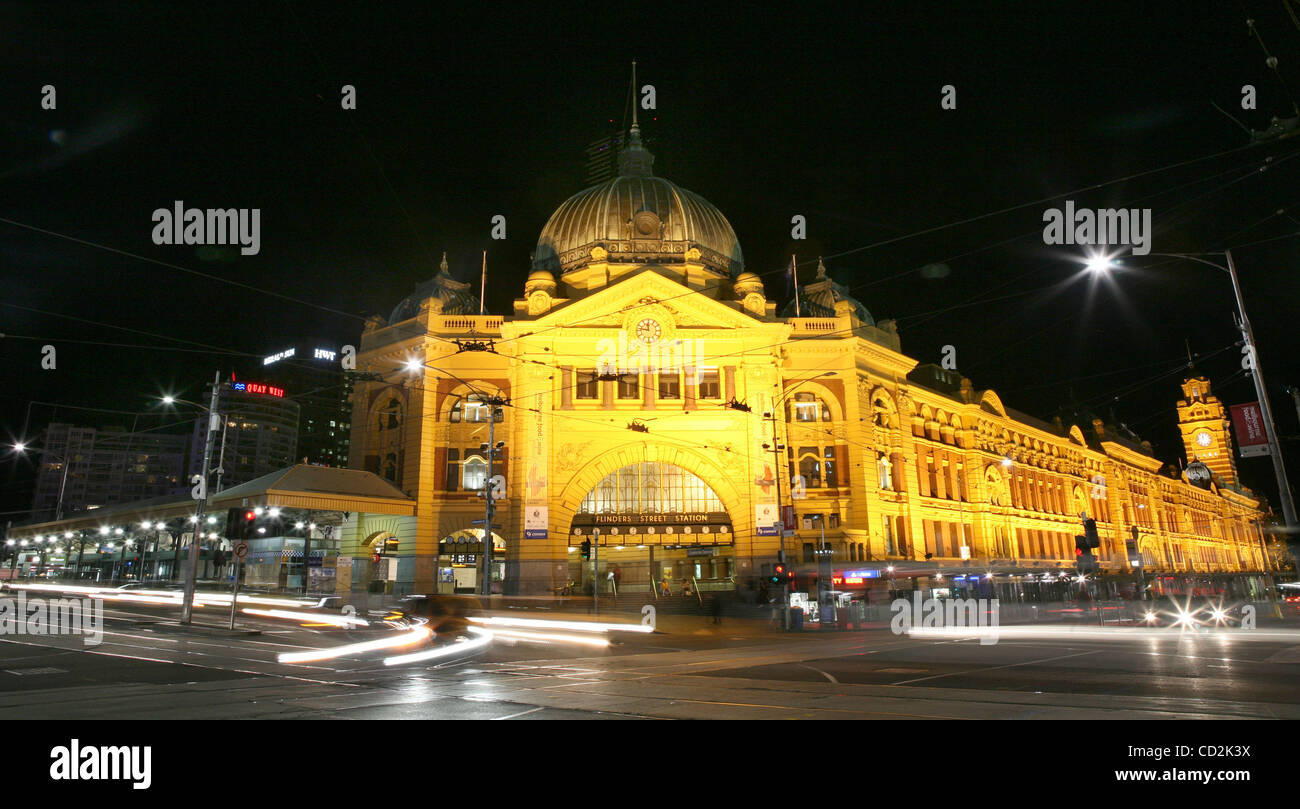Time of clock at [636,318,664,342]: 11:46
